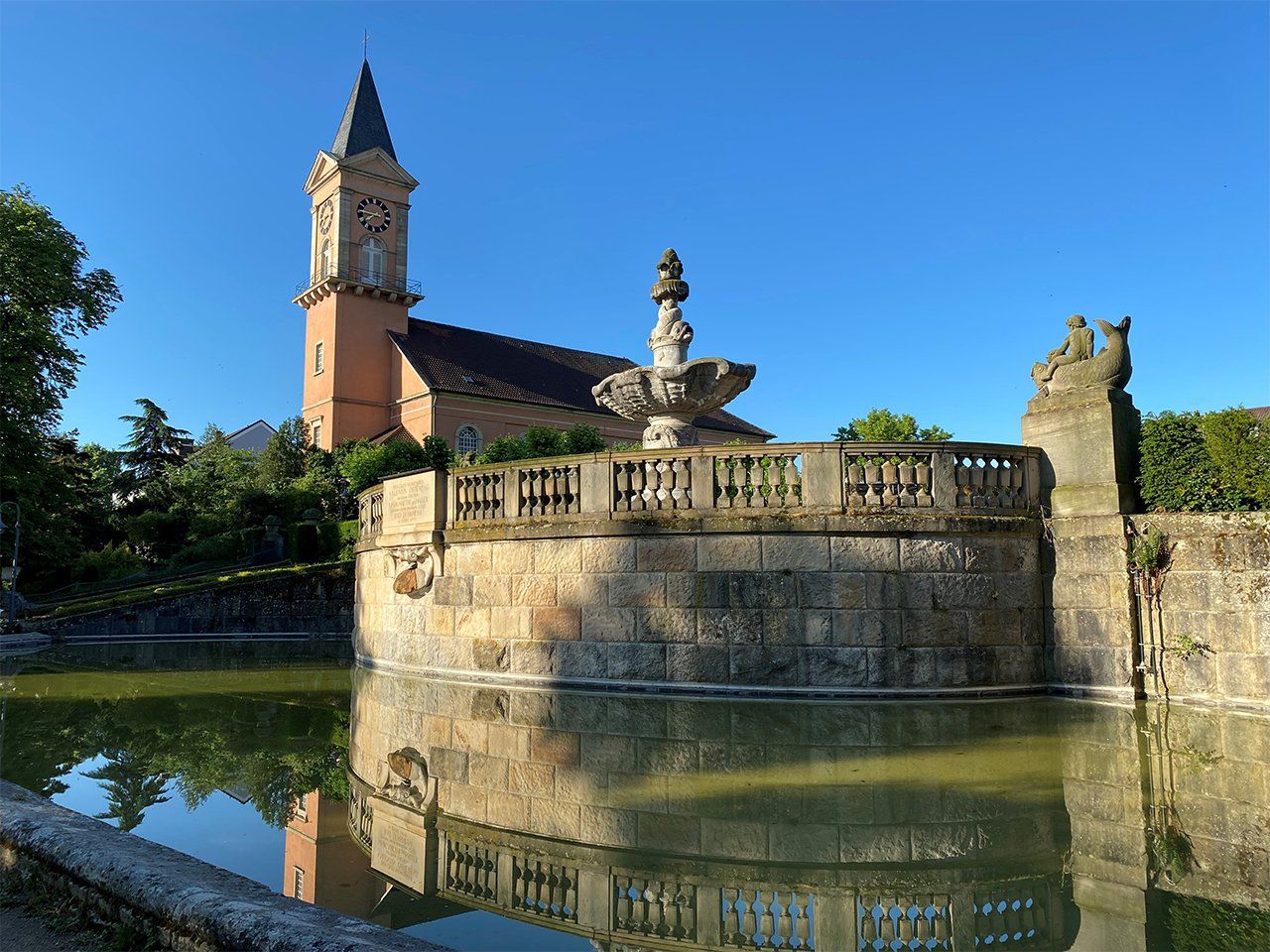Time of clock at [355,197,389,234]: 7:45
